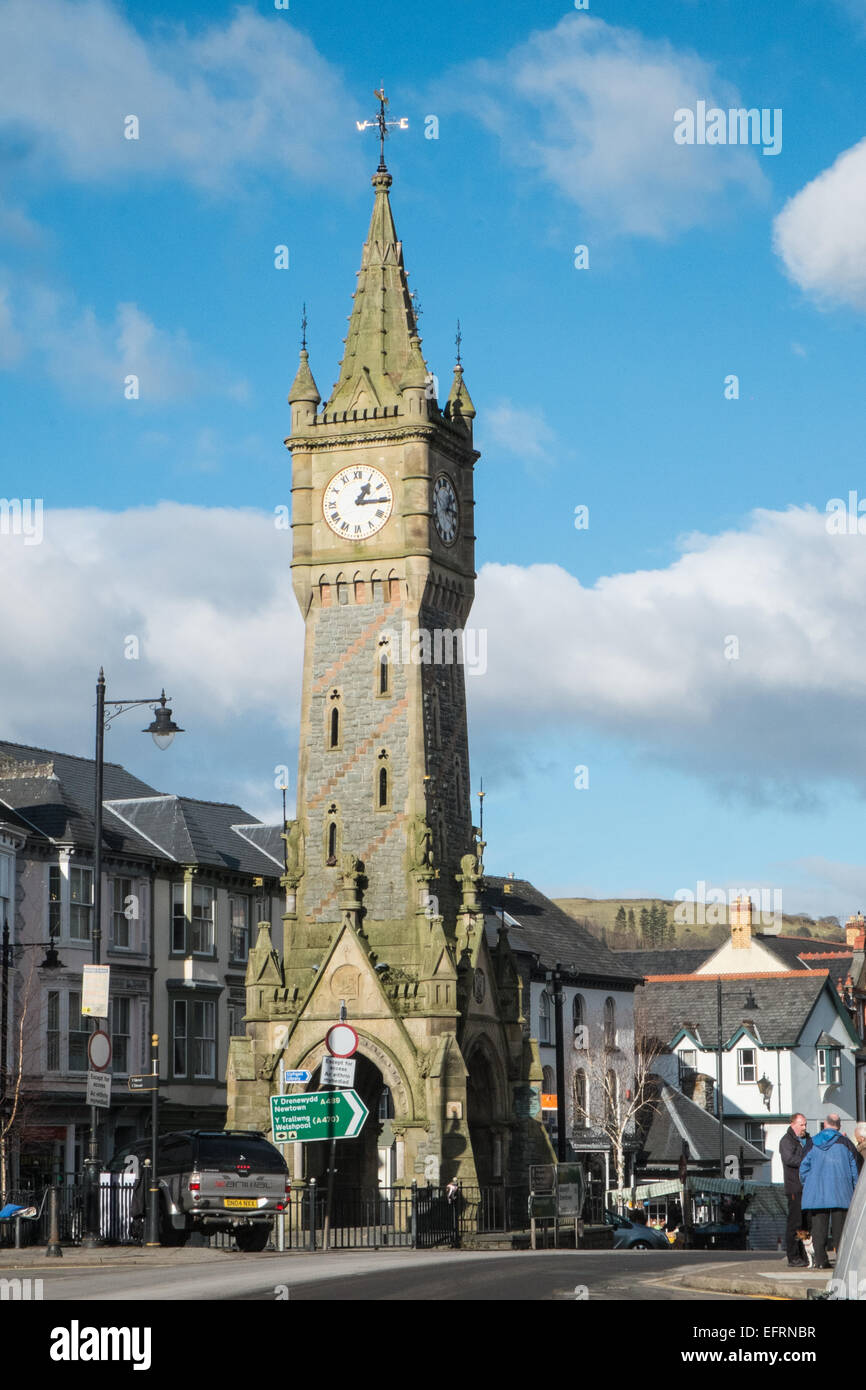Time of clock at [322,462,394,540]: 1:15
